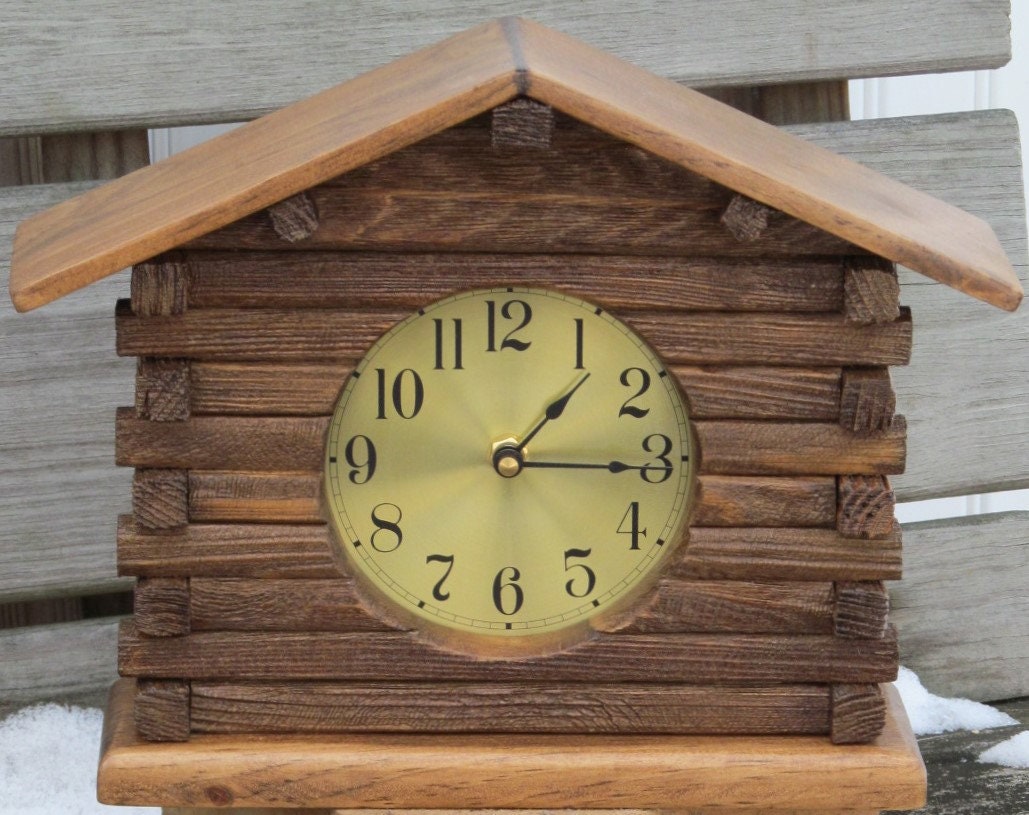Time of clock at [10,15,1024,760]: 1:15
